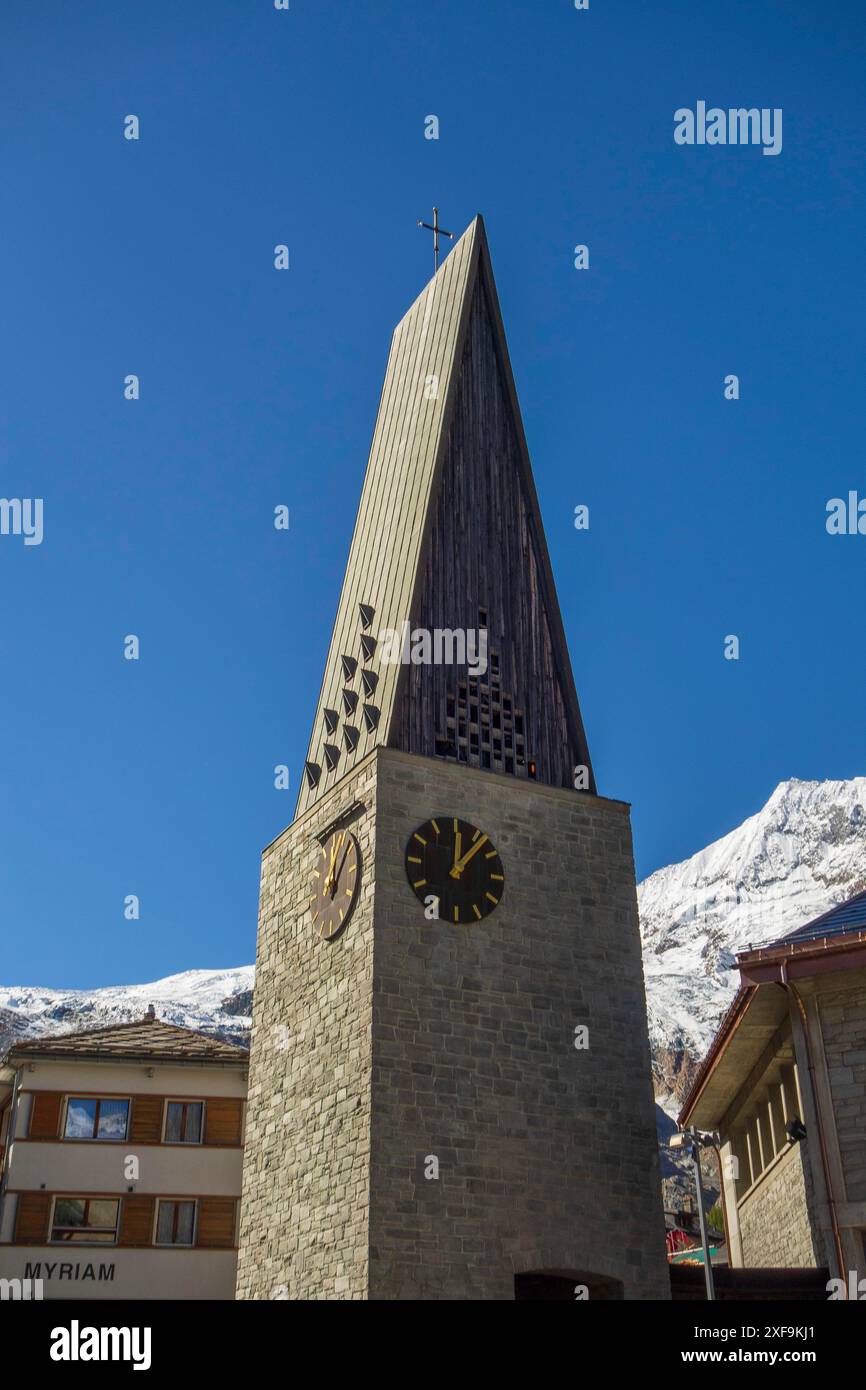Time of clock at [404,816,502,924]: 12:06
